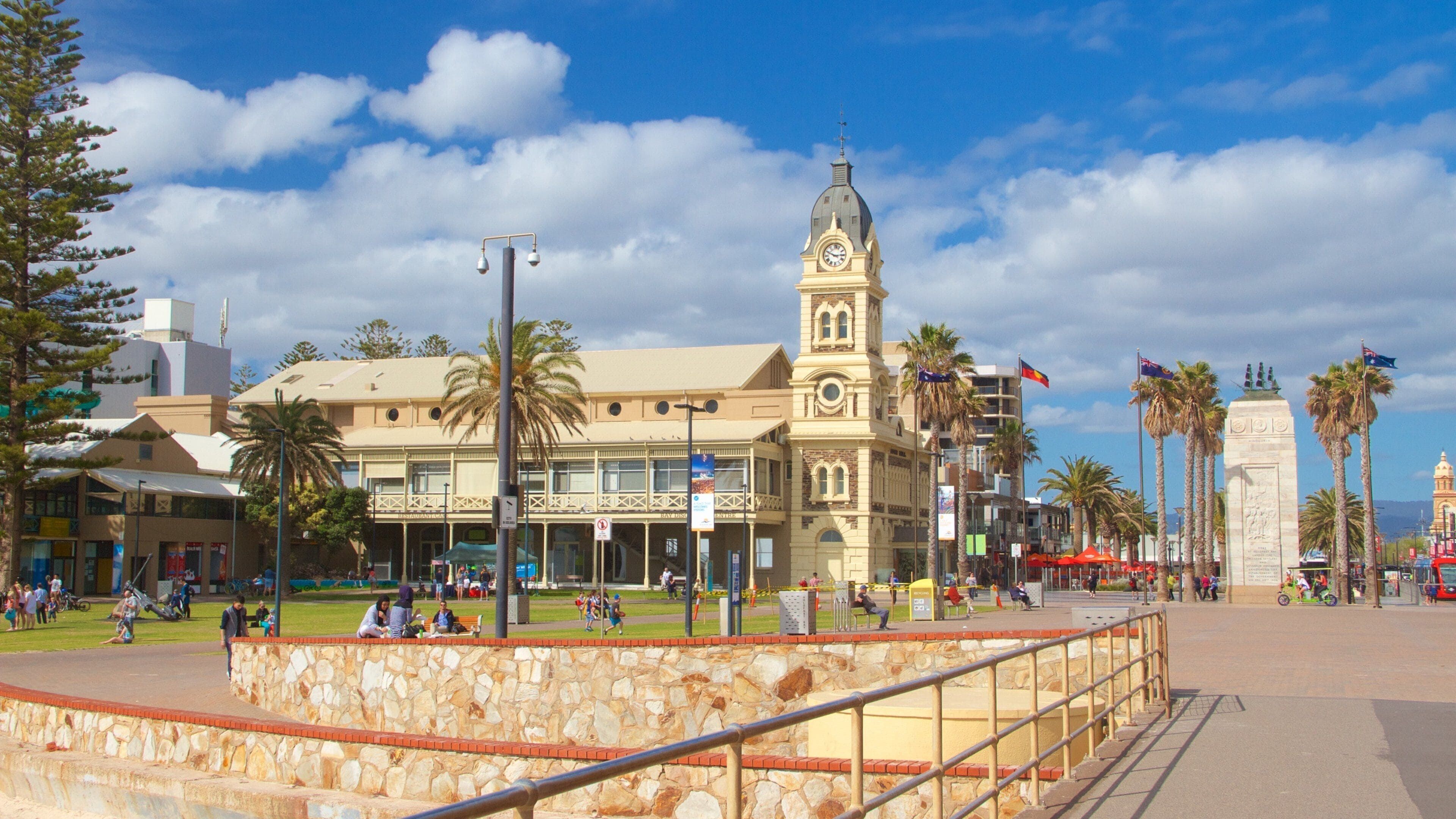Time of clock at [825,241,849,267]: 2:49
